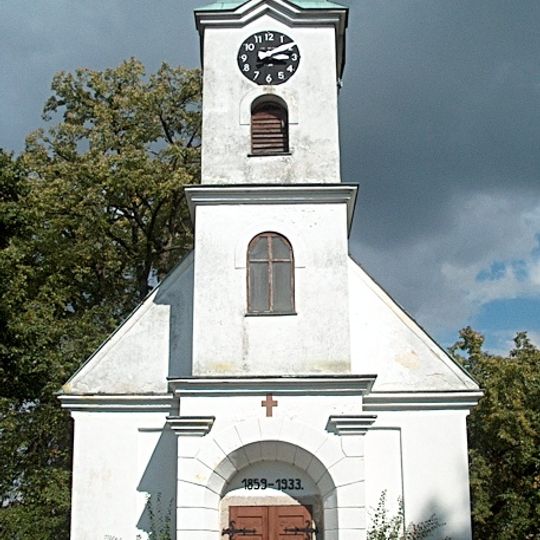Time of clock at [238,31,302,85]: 3:09
